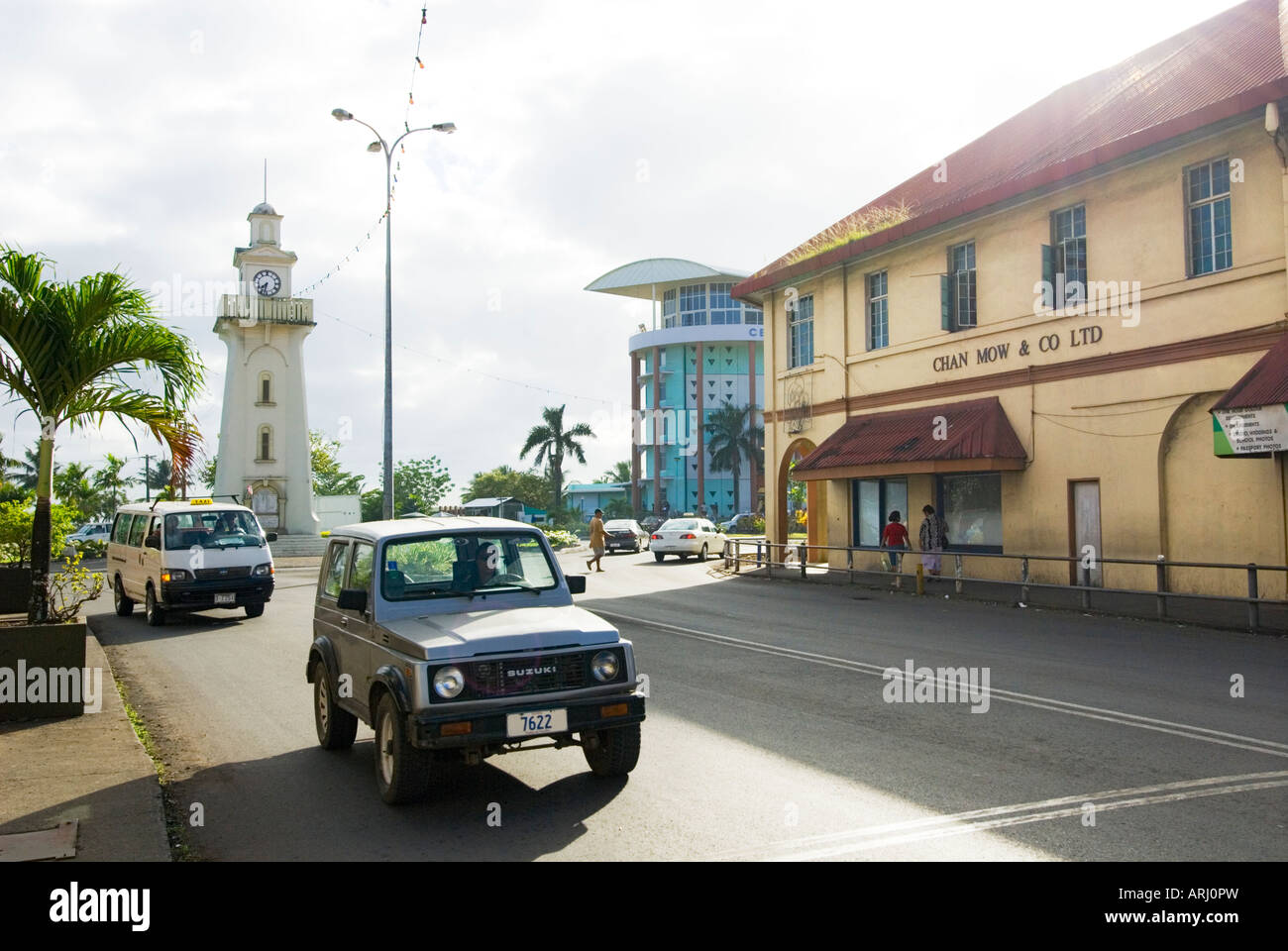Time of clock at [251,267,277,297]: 7:32
